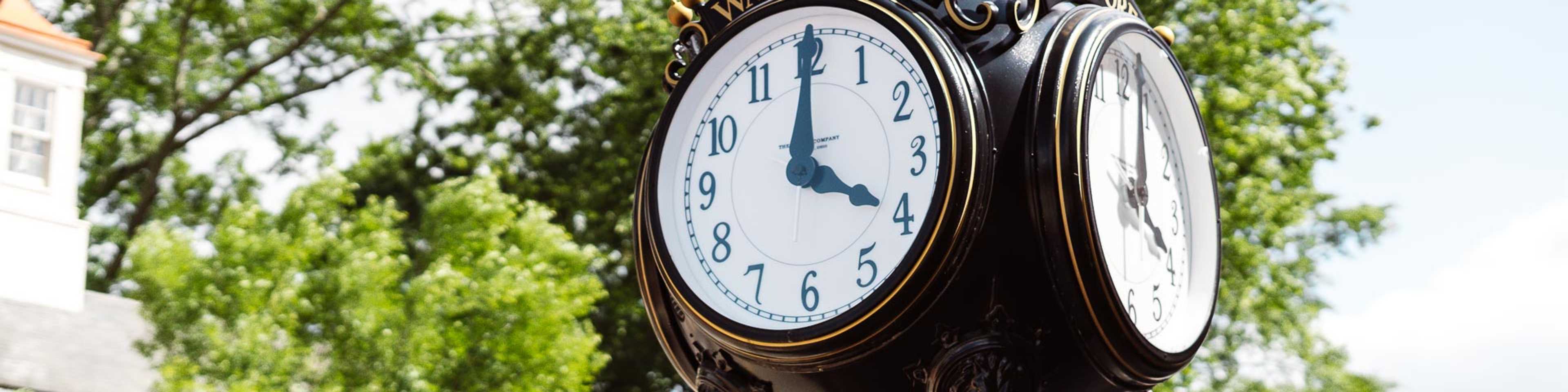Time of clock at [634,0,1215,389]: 4:00
